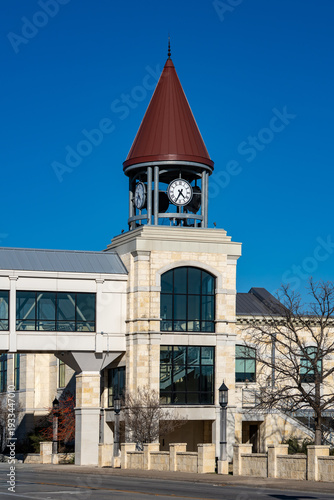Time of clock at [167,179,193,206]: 4:34
